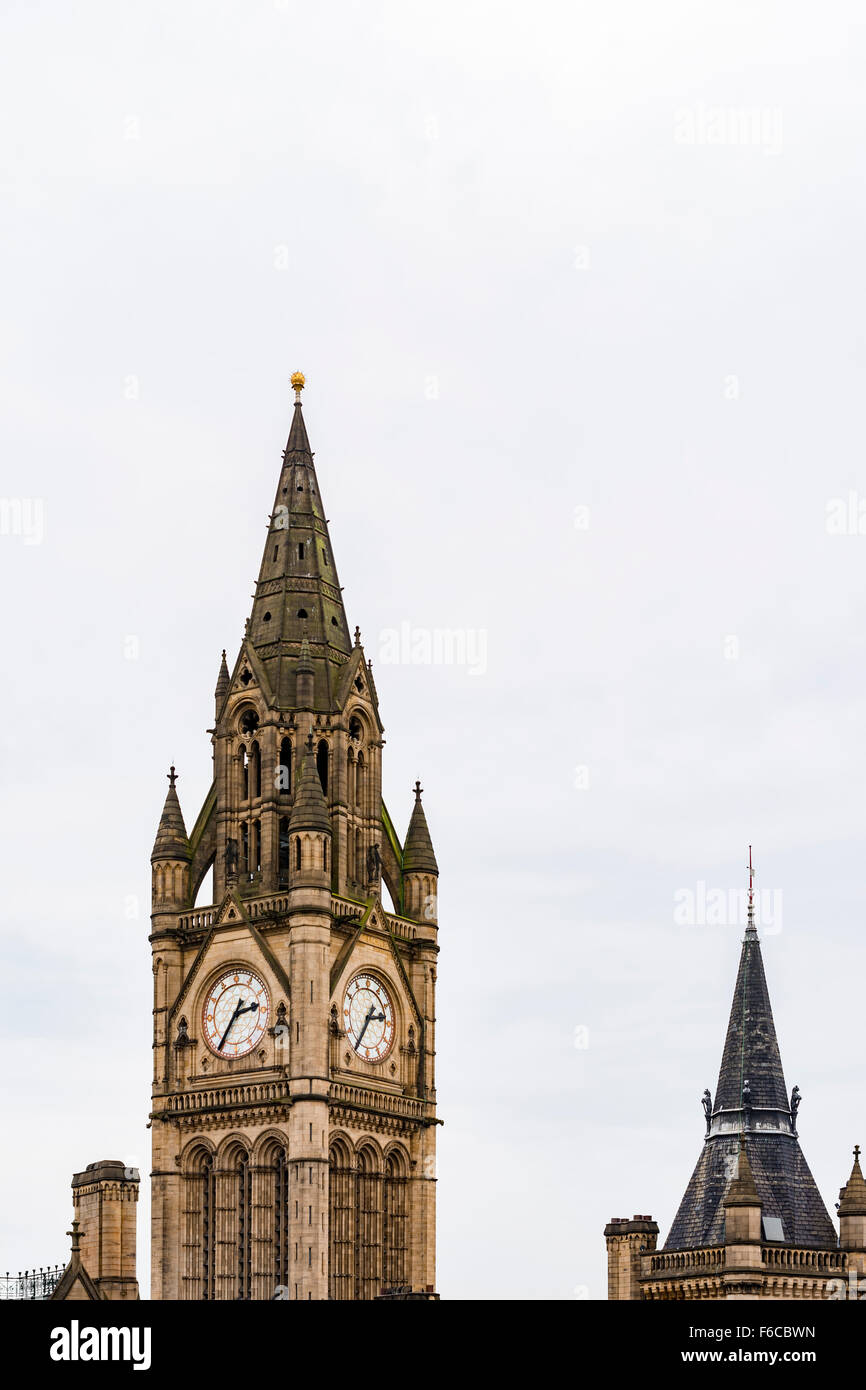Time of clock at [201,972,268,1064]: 2:35
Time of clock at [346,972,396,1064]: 2:35
